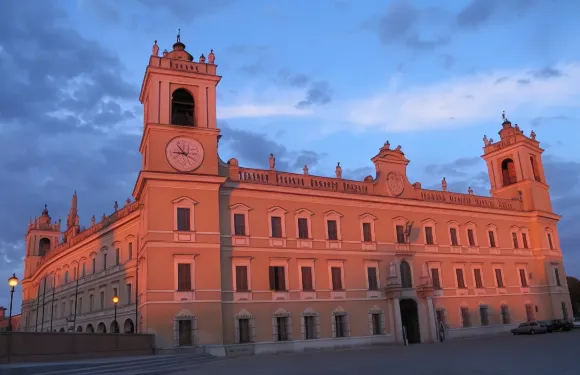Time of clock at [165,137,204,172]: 10:45
